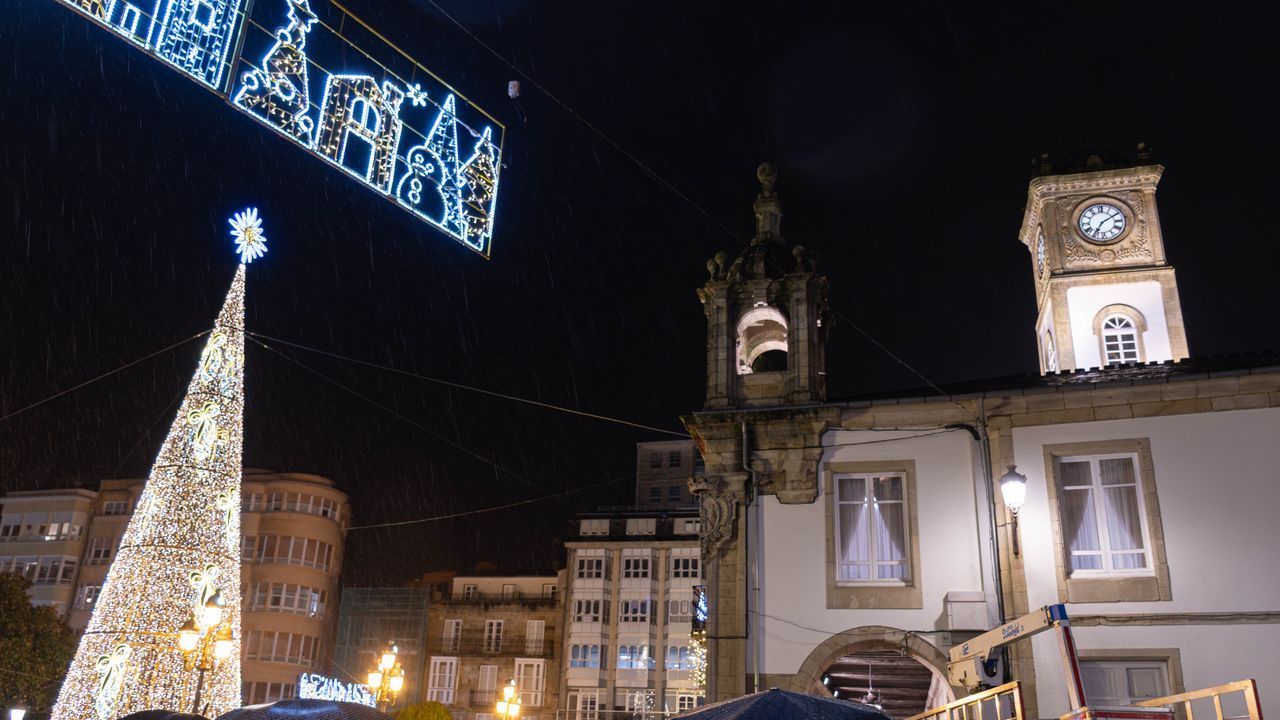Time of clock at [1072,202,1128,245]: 7:10
